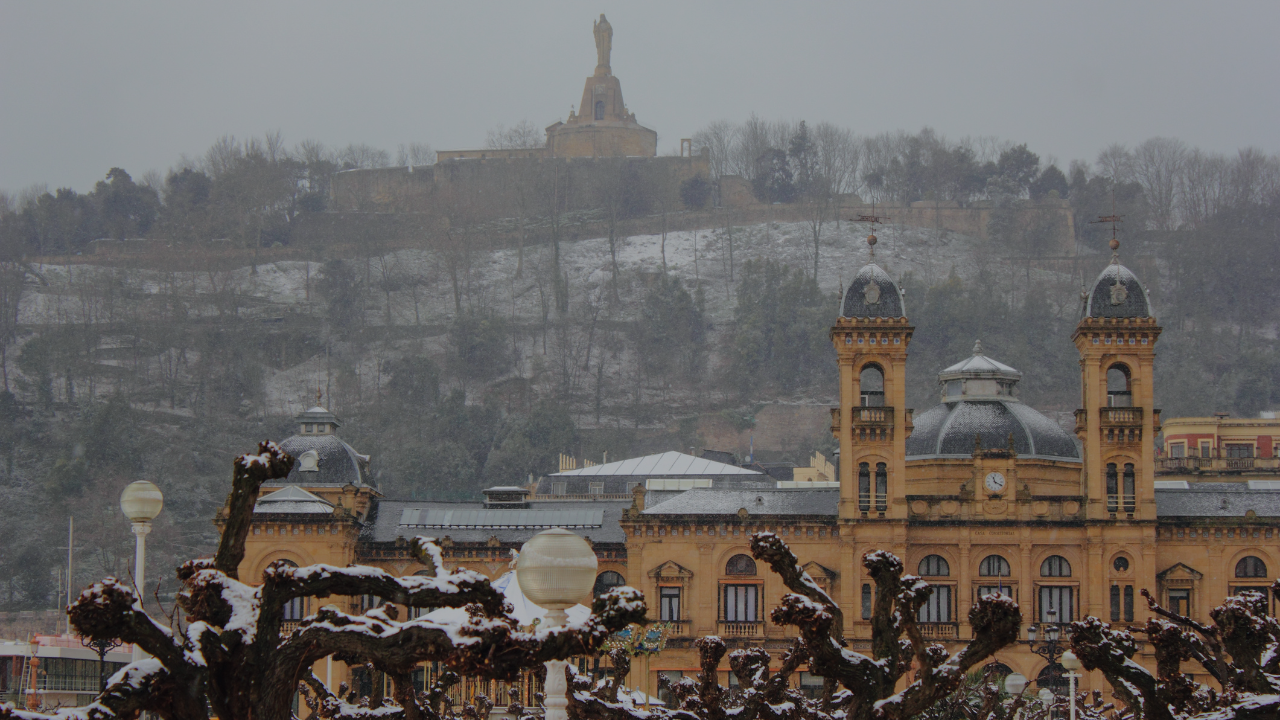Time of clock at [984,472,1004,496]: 11:19
